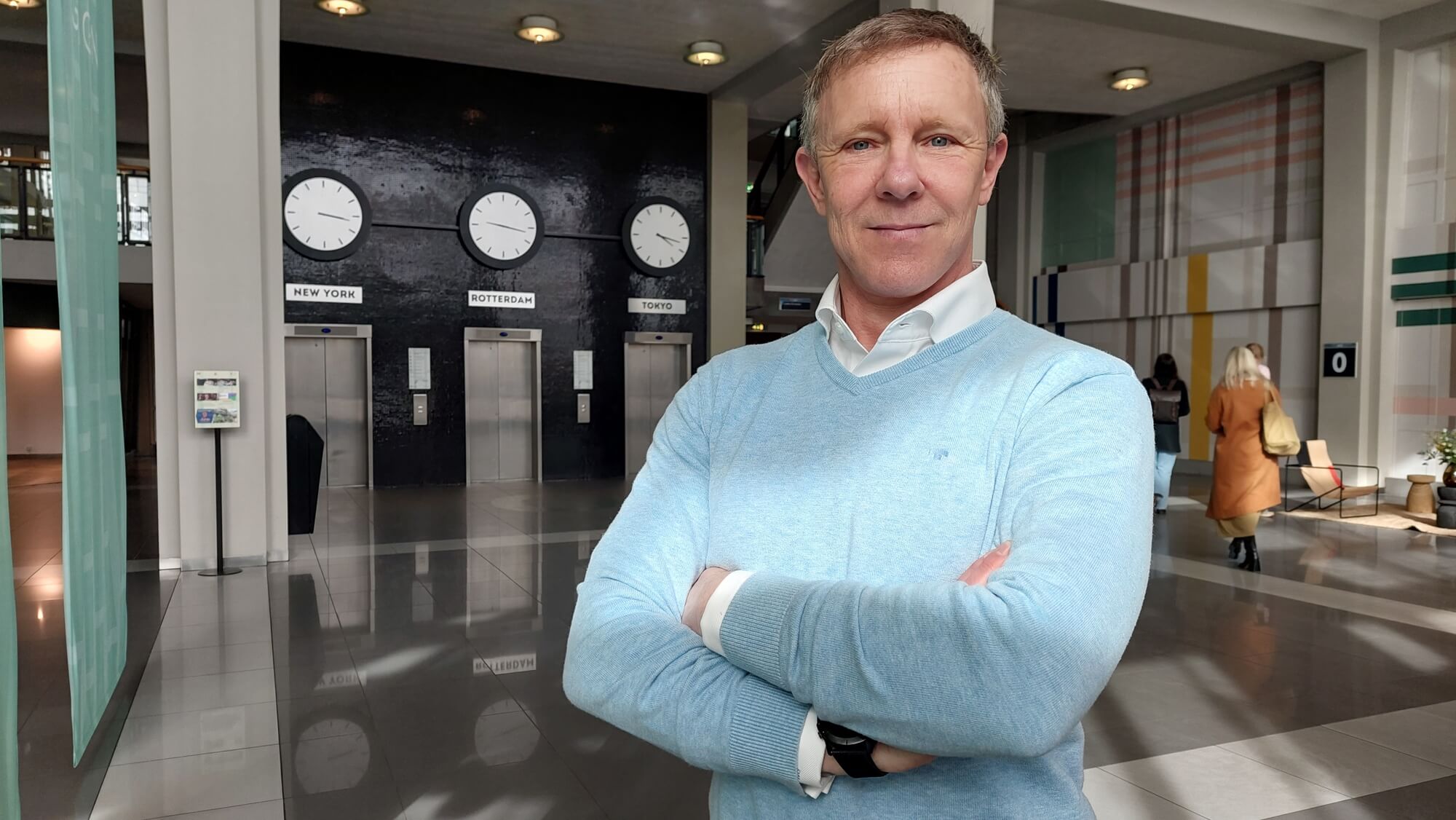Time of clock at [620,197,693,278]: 4:17
